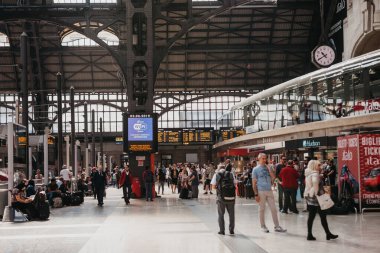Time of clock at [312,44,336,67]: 10:40
